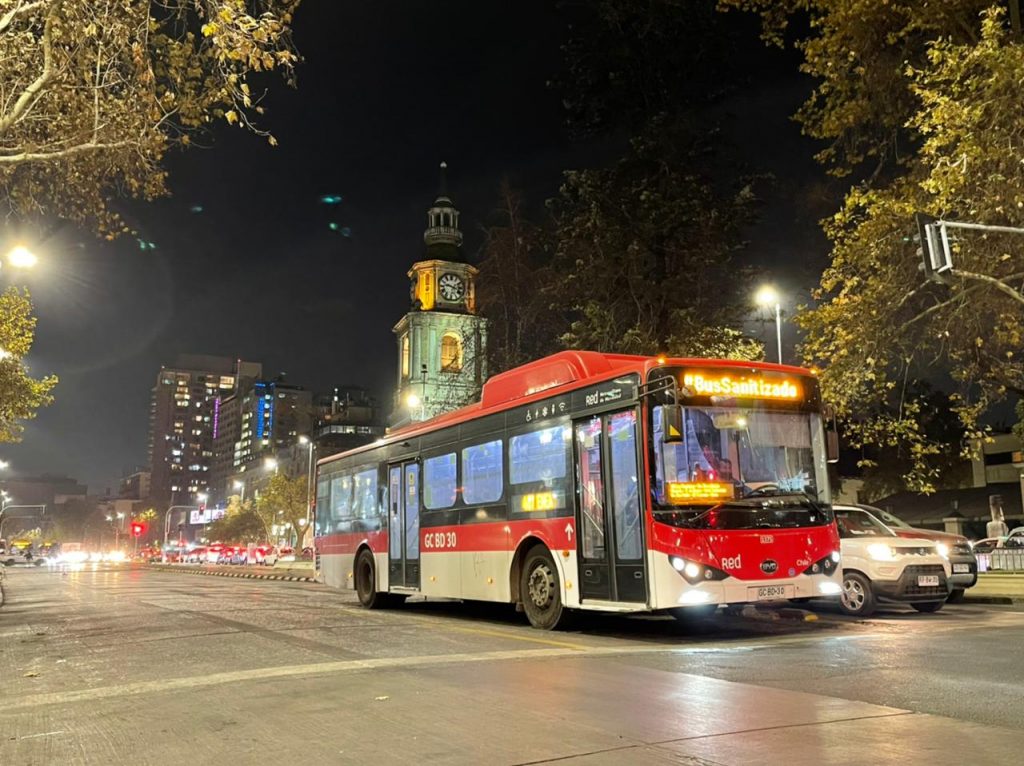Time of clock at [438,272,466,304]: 3:47
